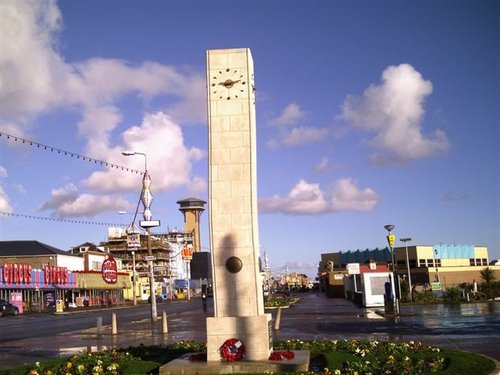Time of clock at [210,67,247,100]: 9:12
